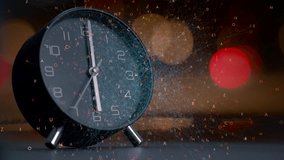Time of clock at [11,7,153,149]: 6:00
